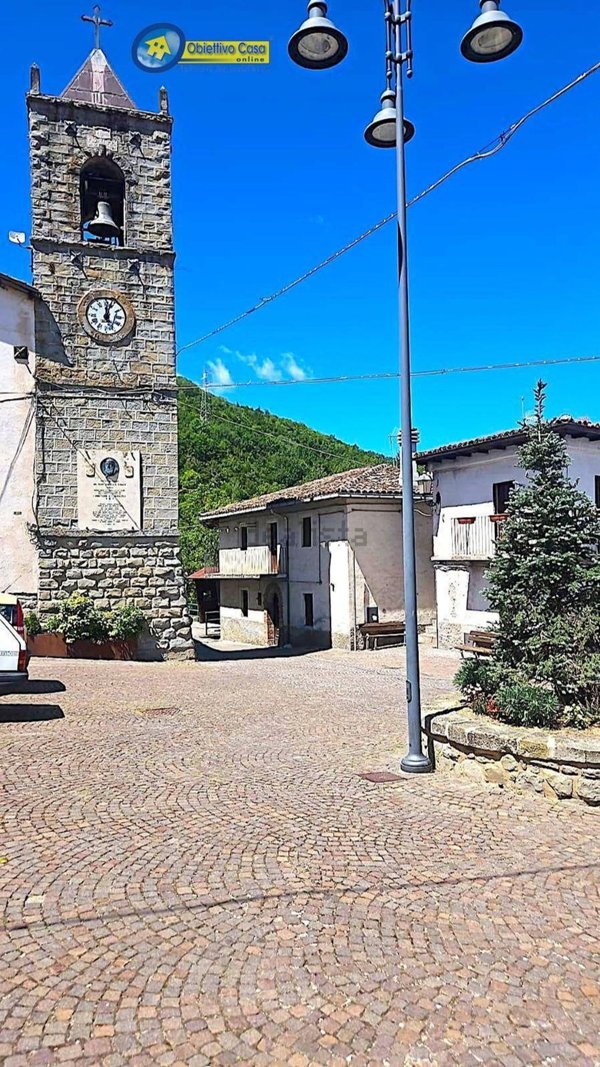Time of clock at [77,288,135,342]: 12:03
